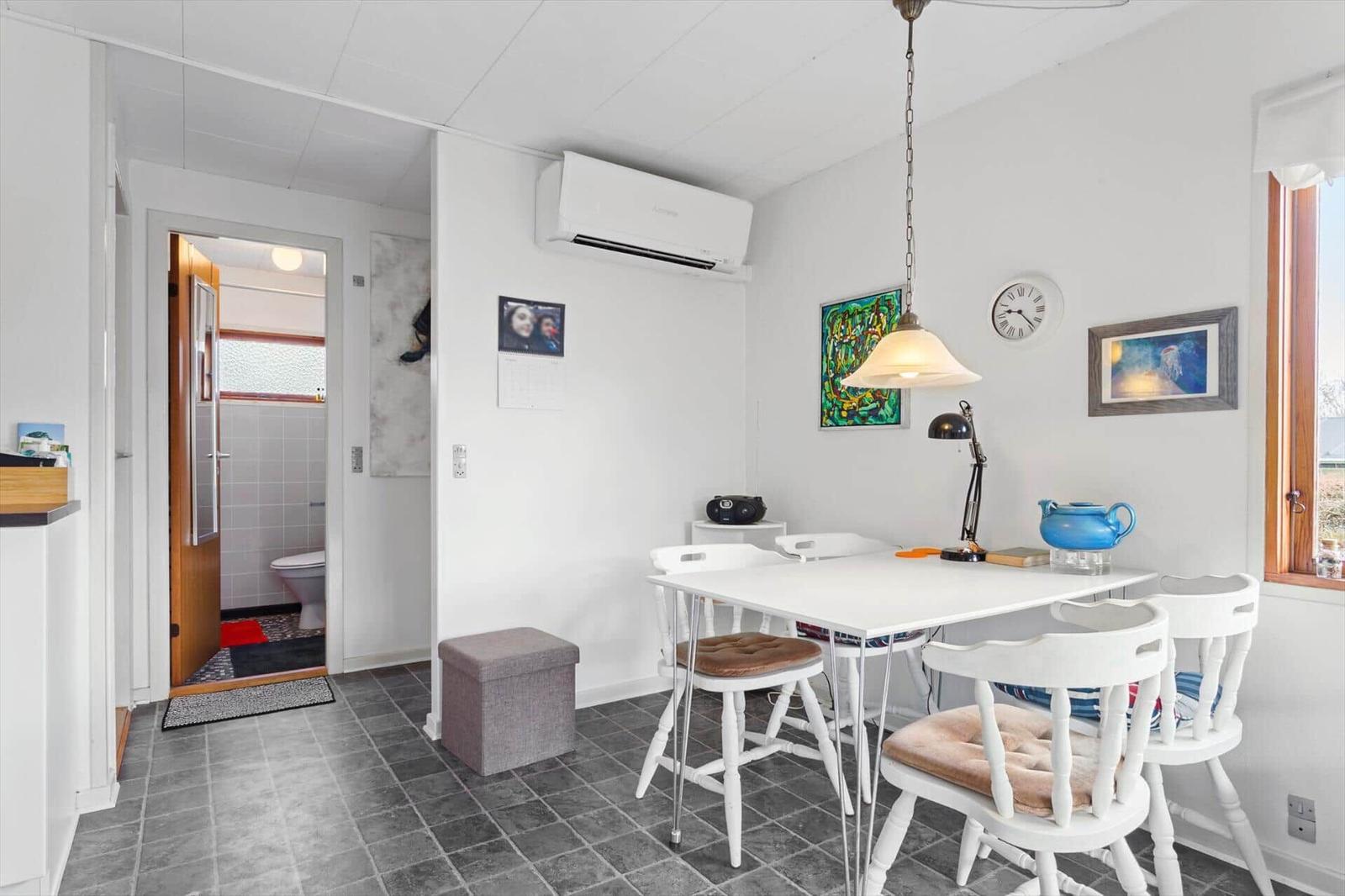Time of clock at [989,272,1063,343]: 9:23
